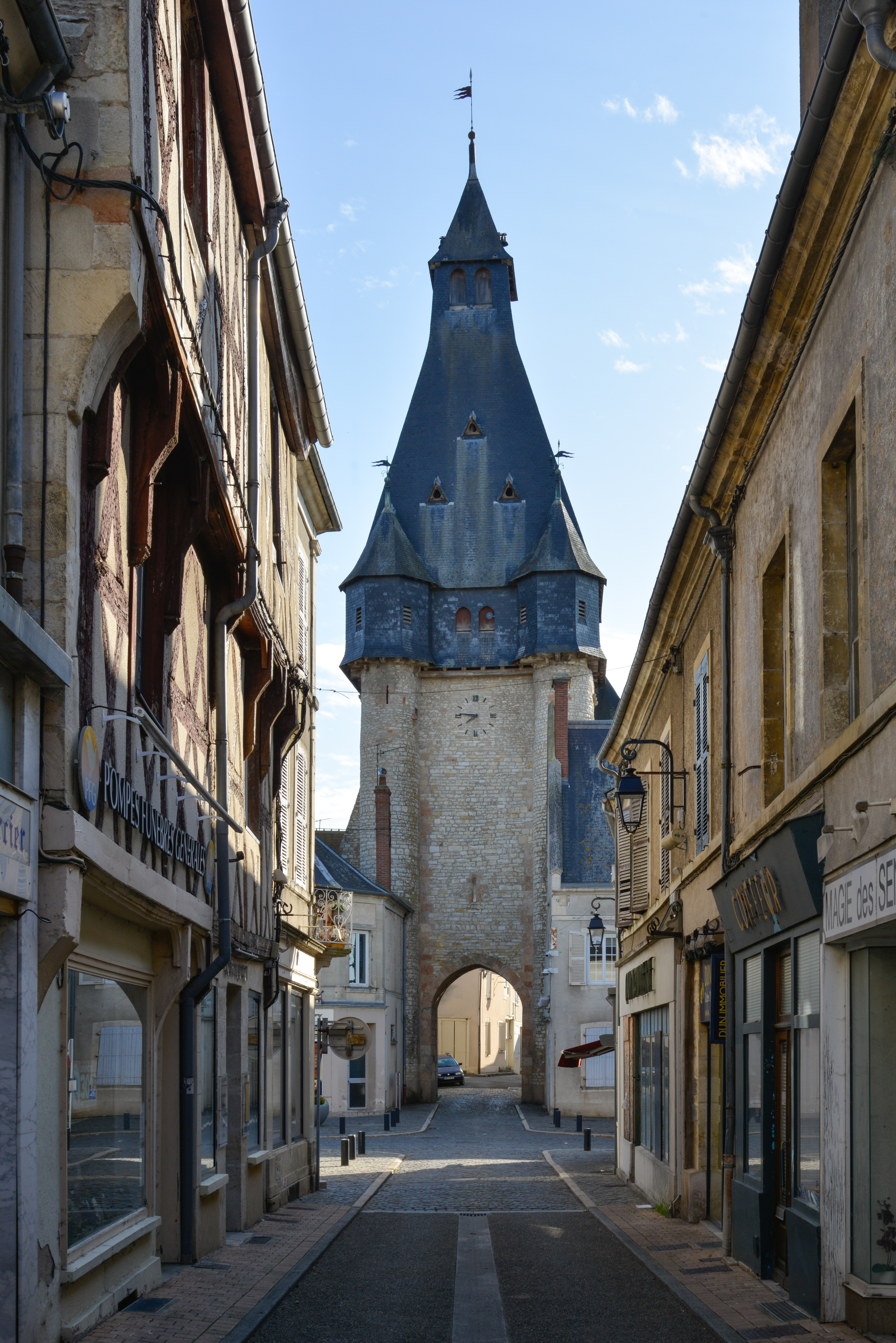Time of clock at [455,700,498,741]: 7:46
